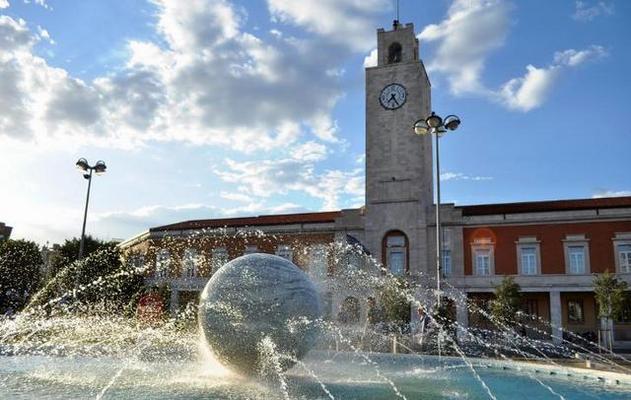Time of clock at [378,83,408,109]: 7:25
